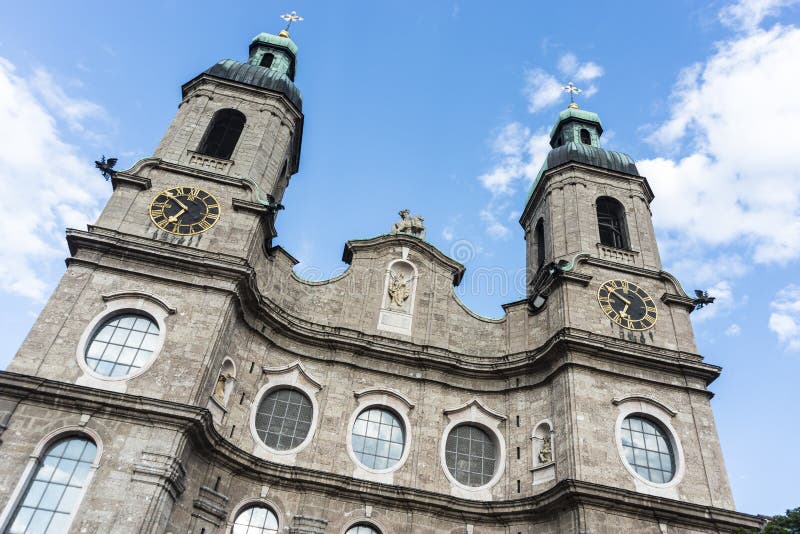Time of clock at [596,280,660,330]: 6:50
